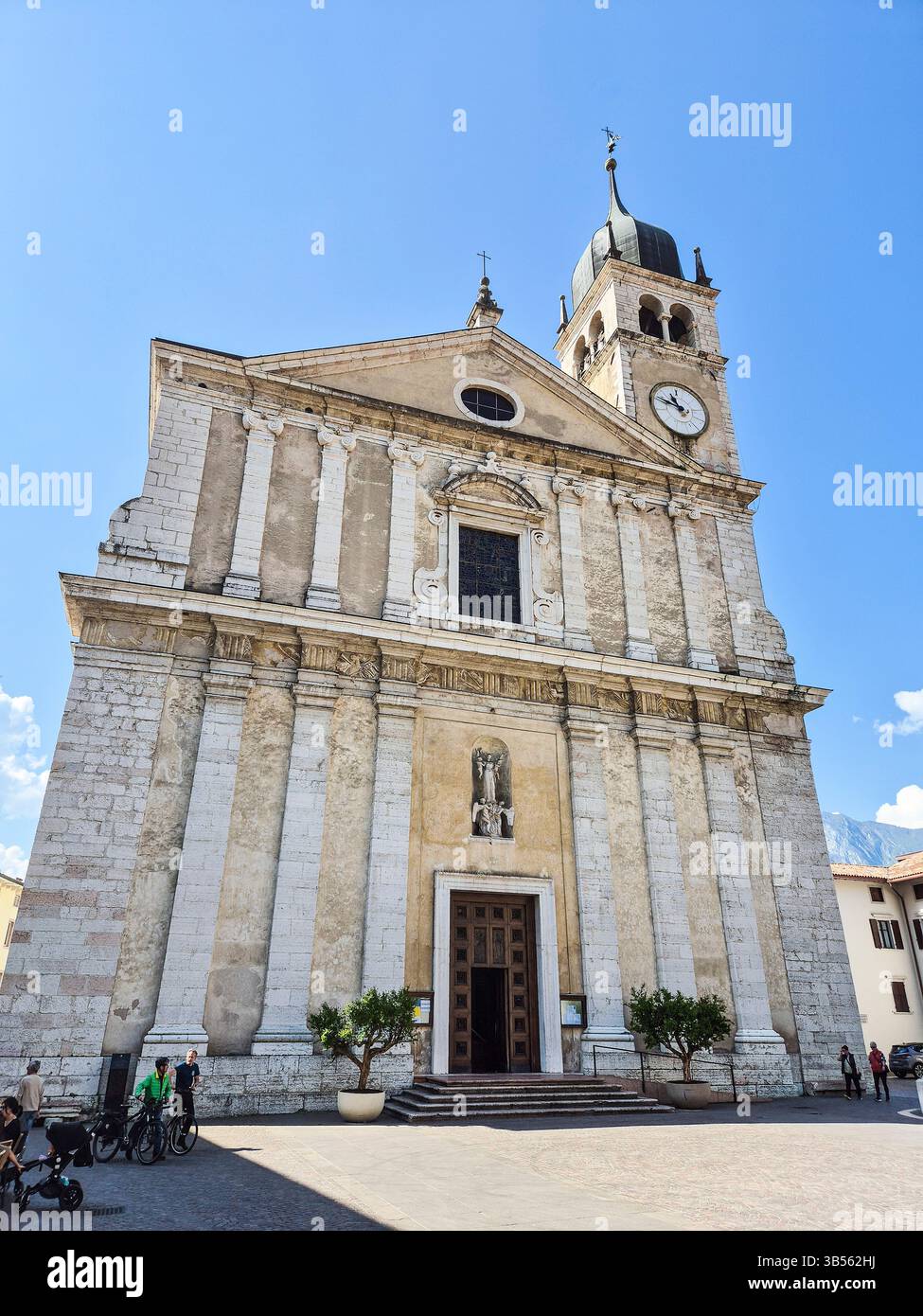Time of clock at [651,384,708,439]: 10:47
